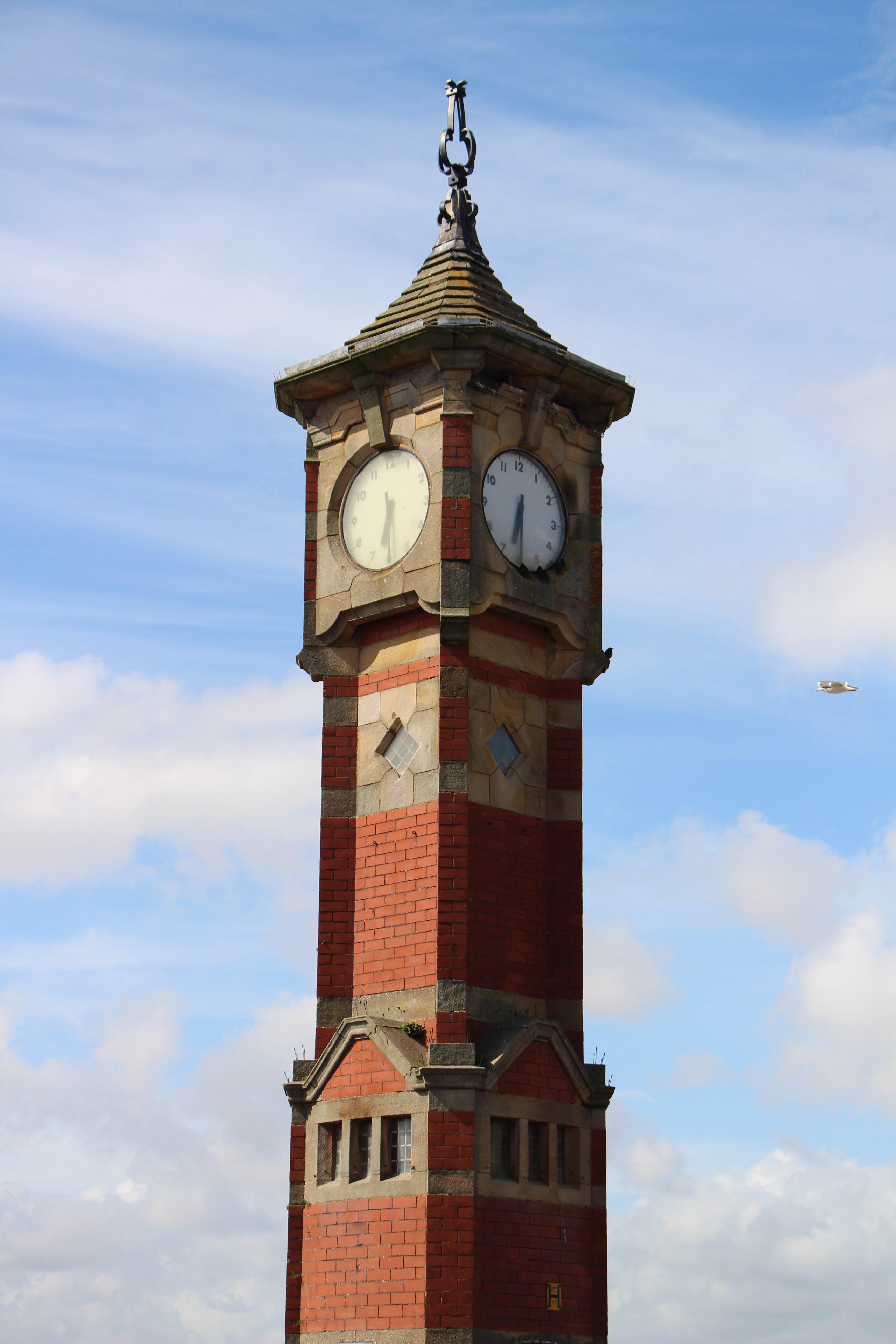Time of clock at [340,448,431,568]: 6:29
